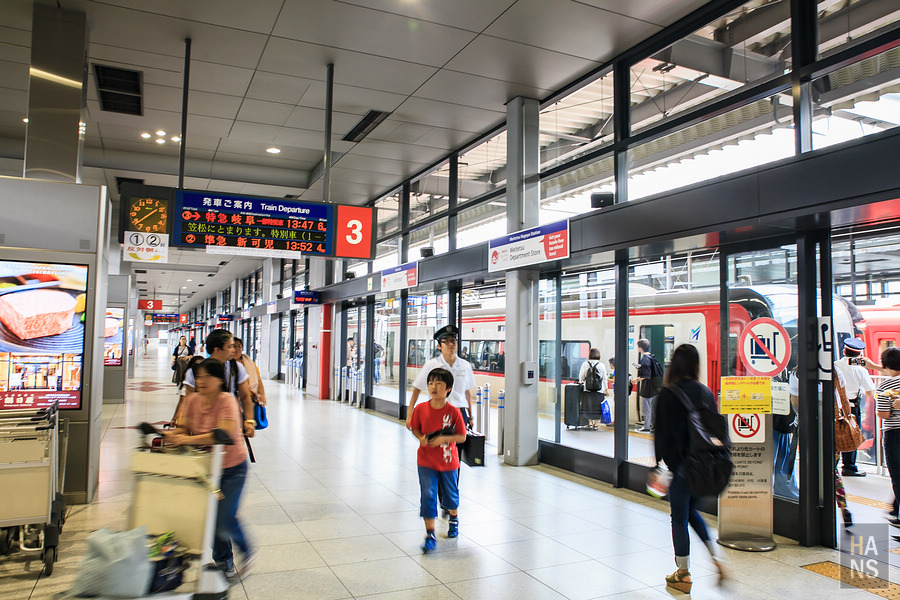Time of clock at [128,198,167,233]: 1:38
